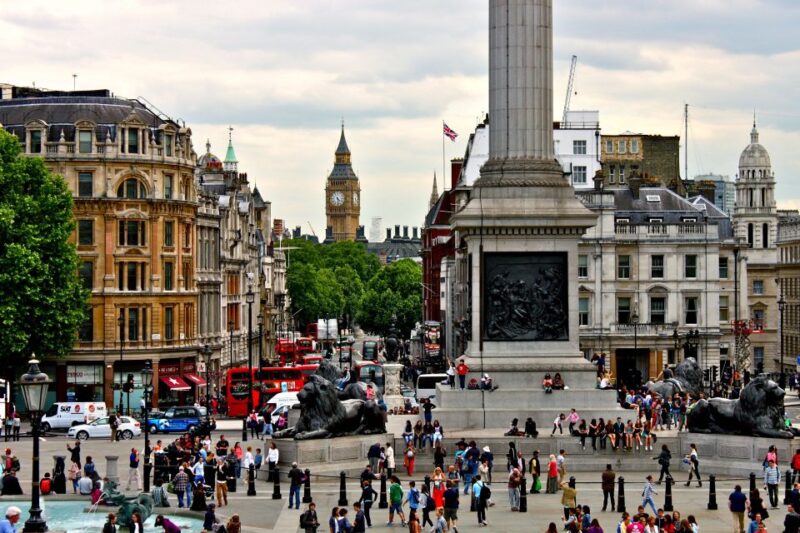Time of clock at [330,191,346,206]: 4:29
